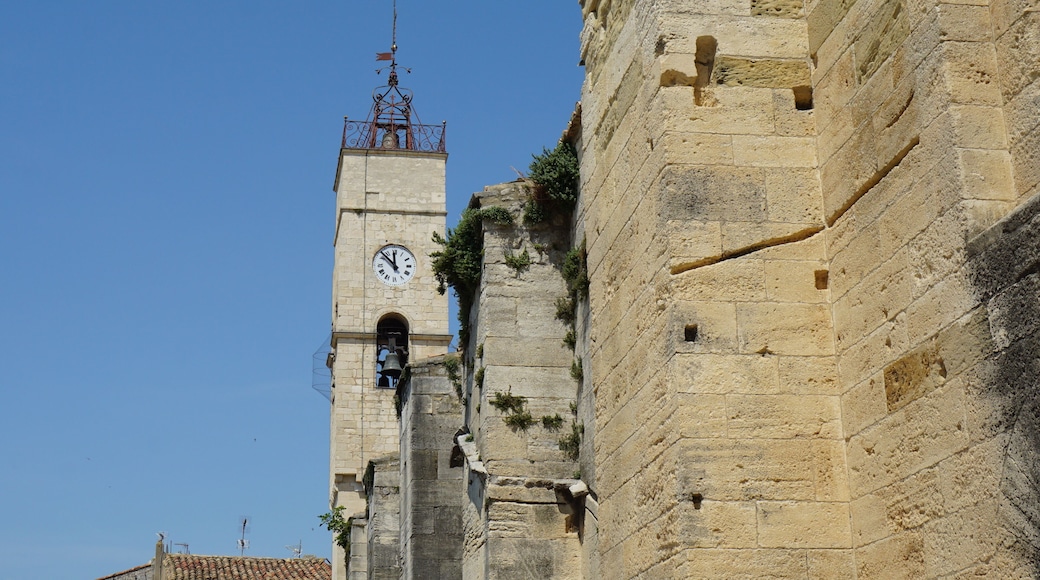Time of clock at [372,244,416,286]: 11:52
